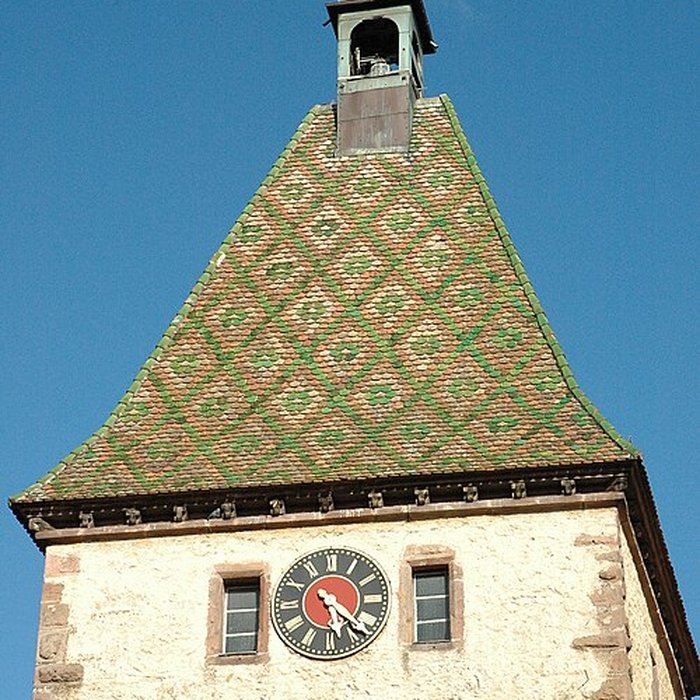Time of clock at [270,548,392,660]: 5:21
